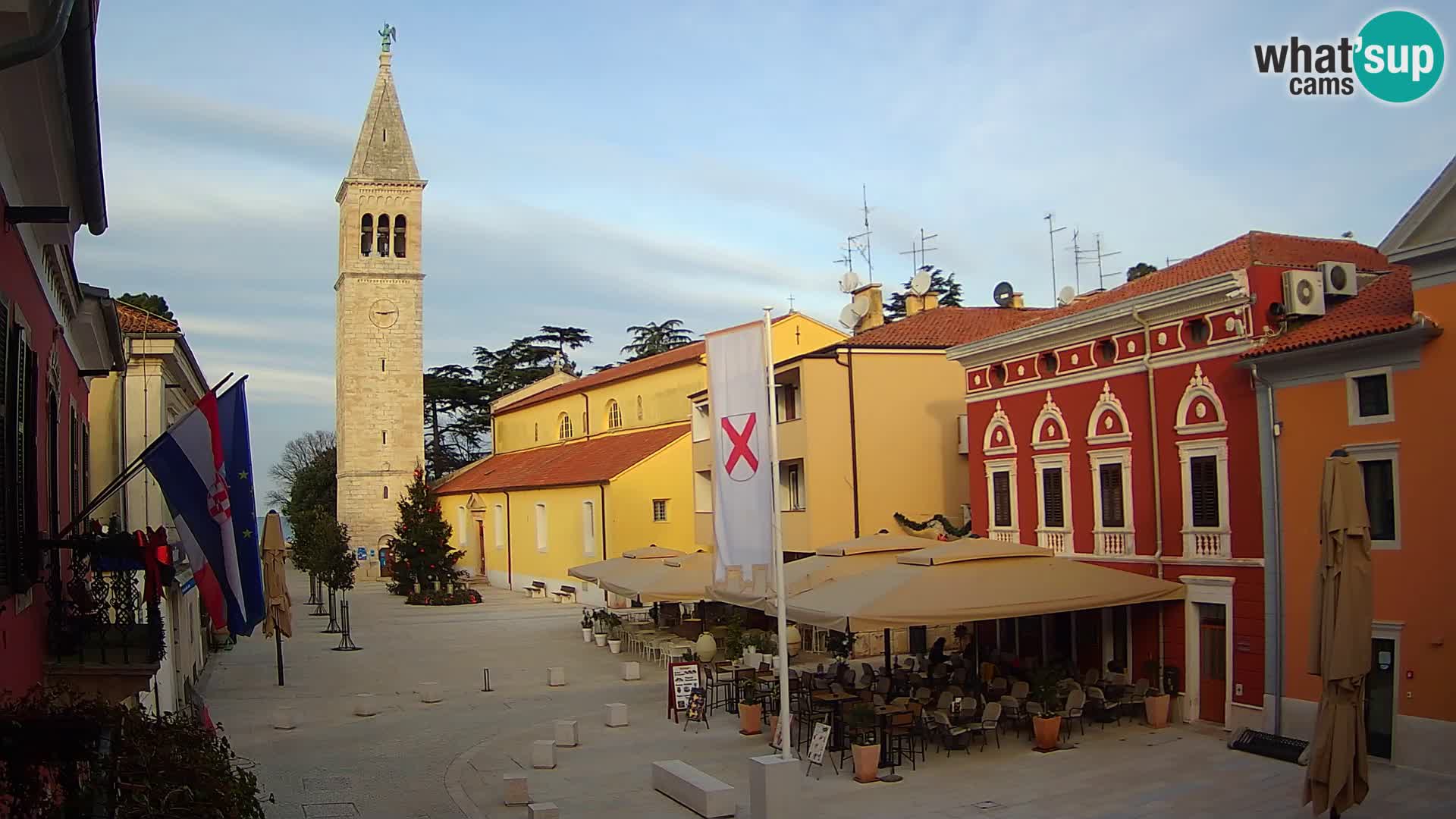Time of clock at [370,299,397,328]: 9:13
